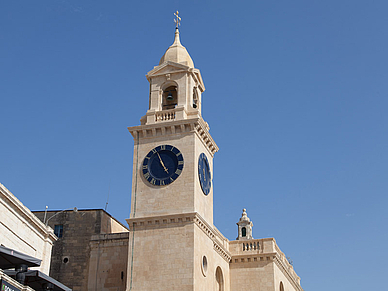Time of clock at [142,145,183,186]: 4:56
